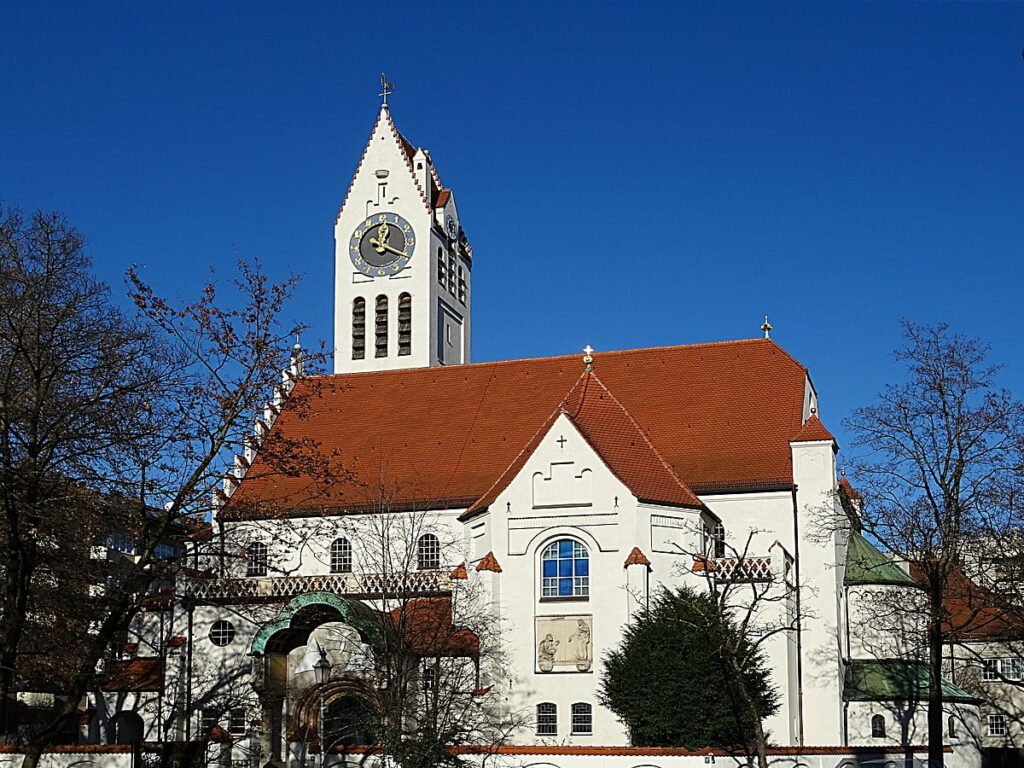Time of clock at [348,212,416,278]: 12:19
